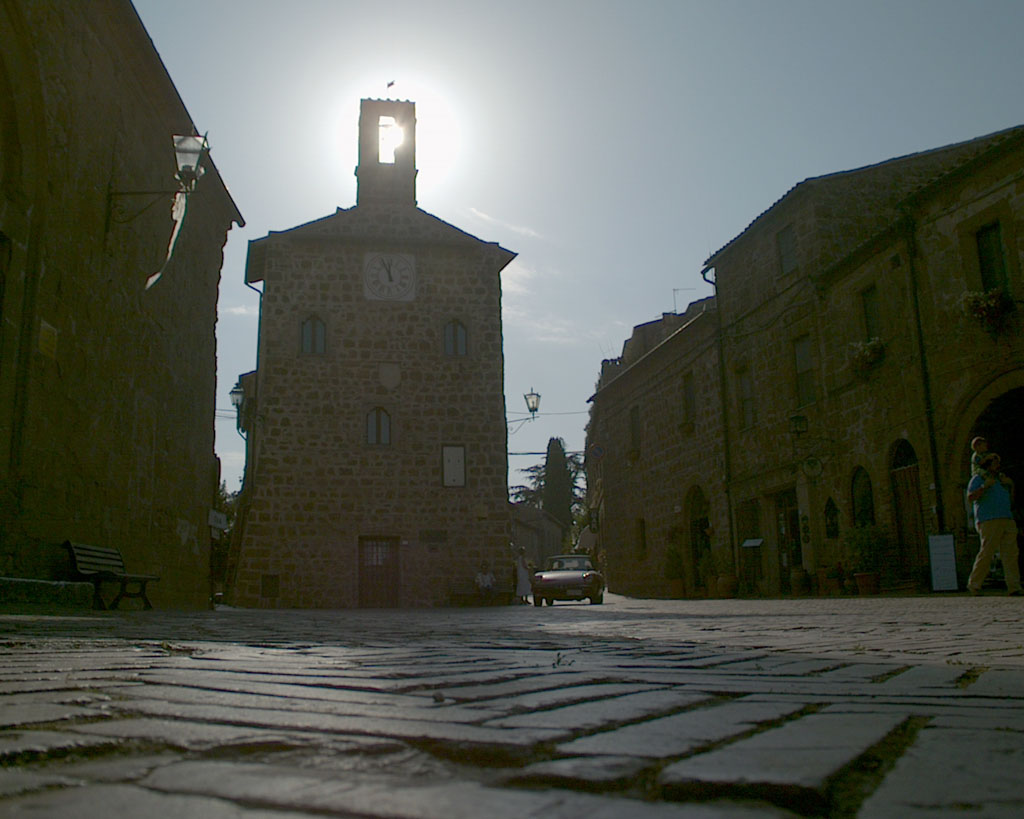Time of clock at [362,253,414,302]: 11:56
